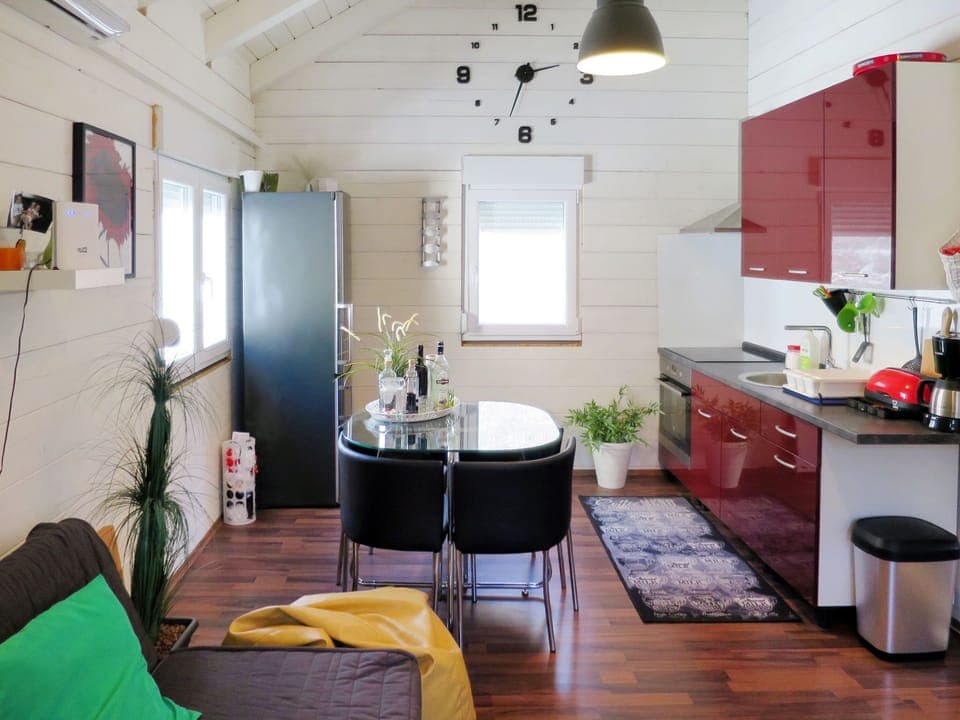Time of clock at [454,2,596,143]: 2:33
